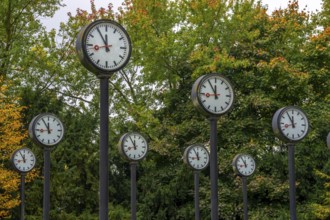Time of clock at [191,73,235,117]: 11:54
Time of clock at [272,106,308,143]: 11:54
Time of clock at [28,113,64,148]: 11:54
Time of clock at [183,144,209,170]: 11:55
